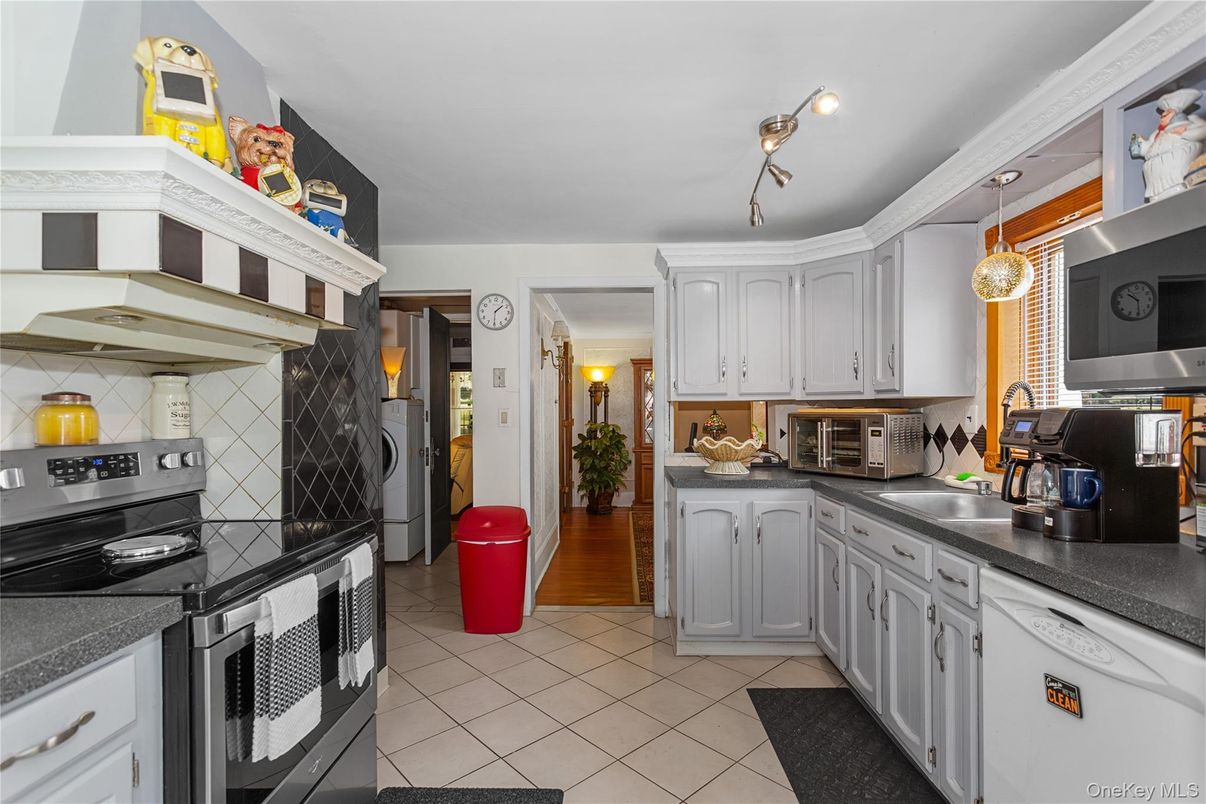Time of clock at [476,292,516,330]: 1:30
